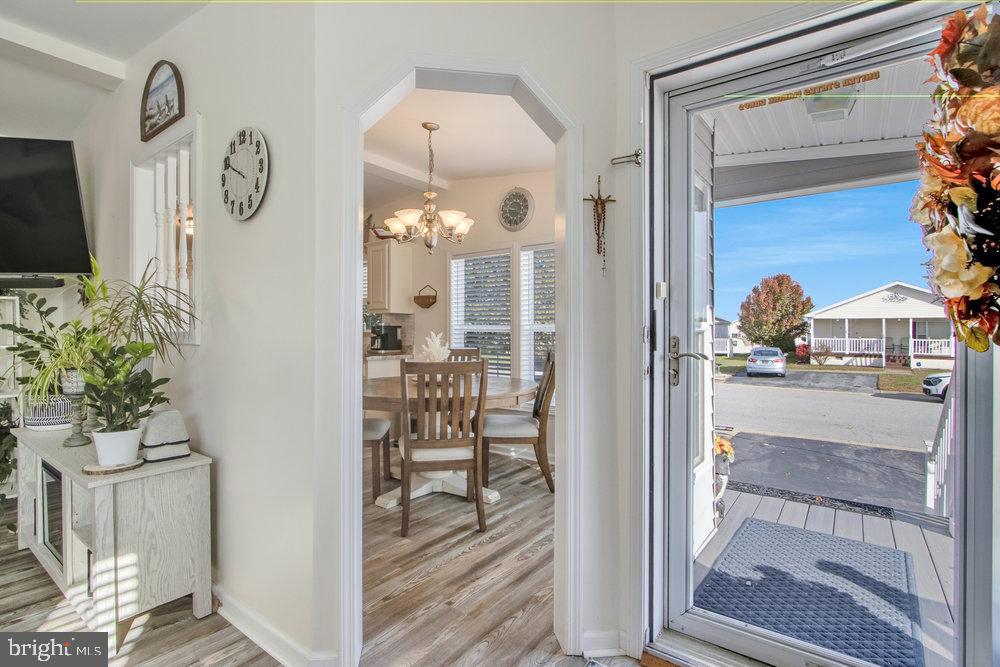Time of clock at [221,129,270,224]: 9:49
